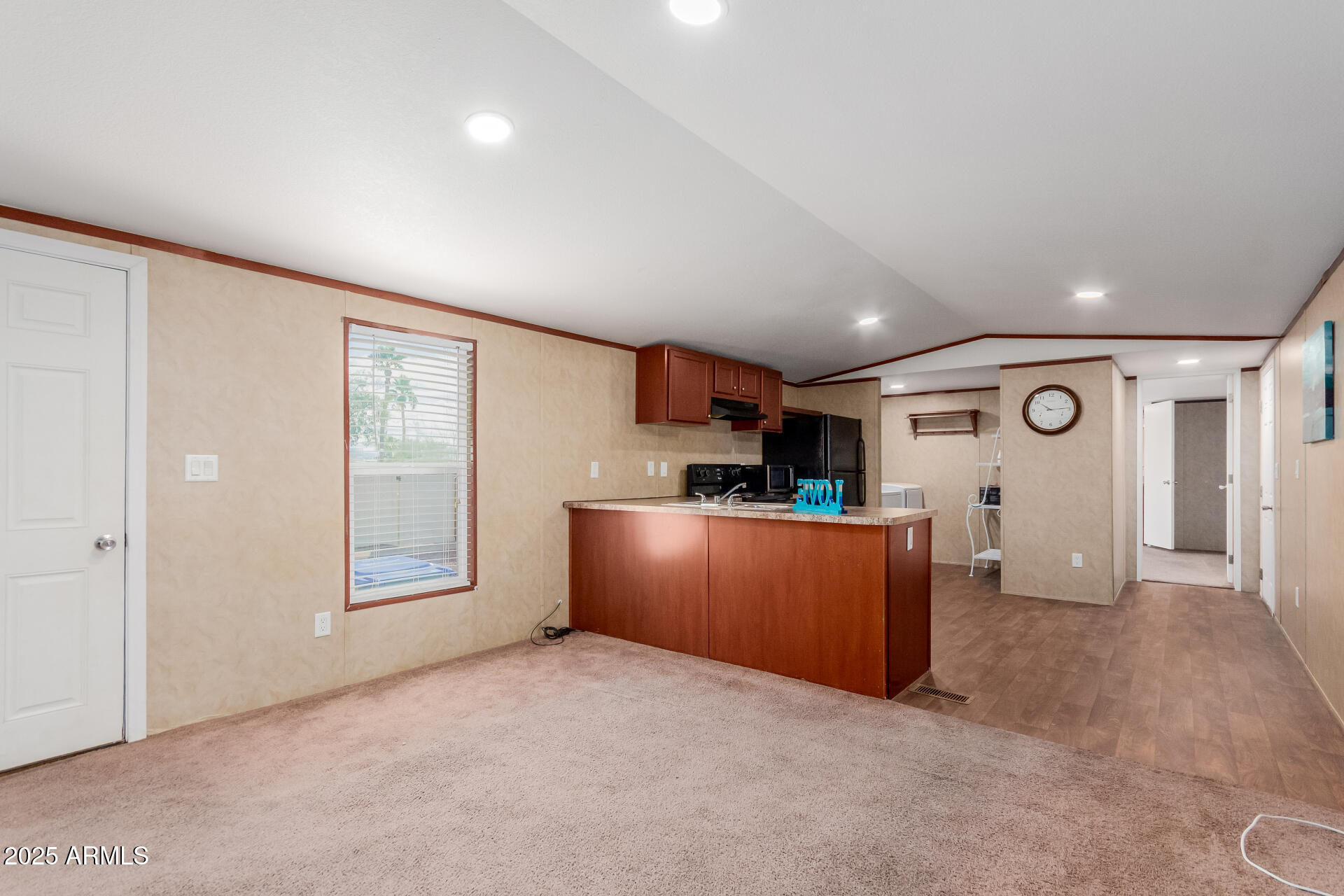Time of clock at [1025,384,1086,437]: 10:14
